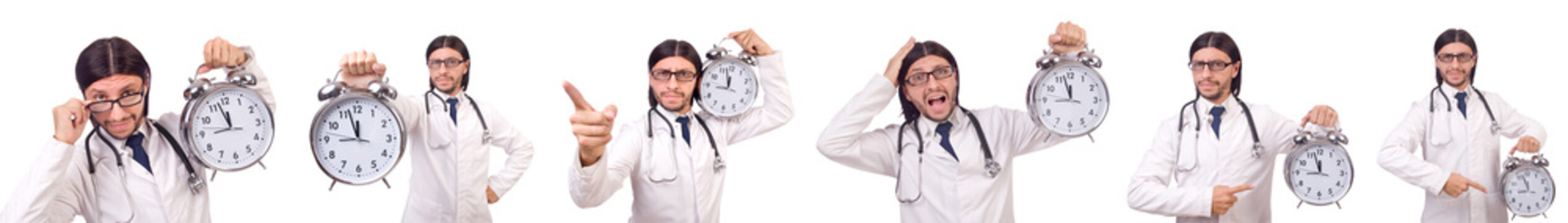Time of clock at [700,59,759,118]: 11:57
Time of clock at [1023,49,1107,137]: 11:57
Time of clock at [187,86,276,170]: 11:57
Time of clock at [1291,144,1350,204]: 11:57
